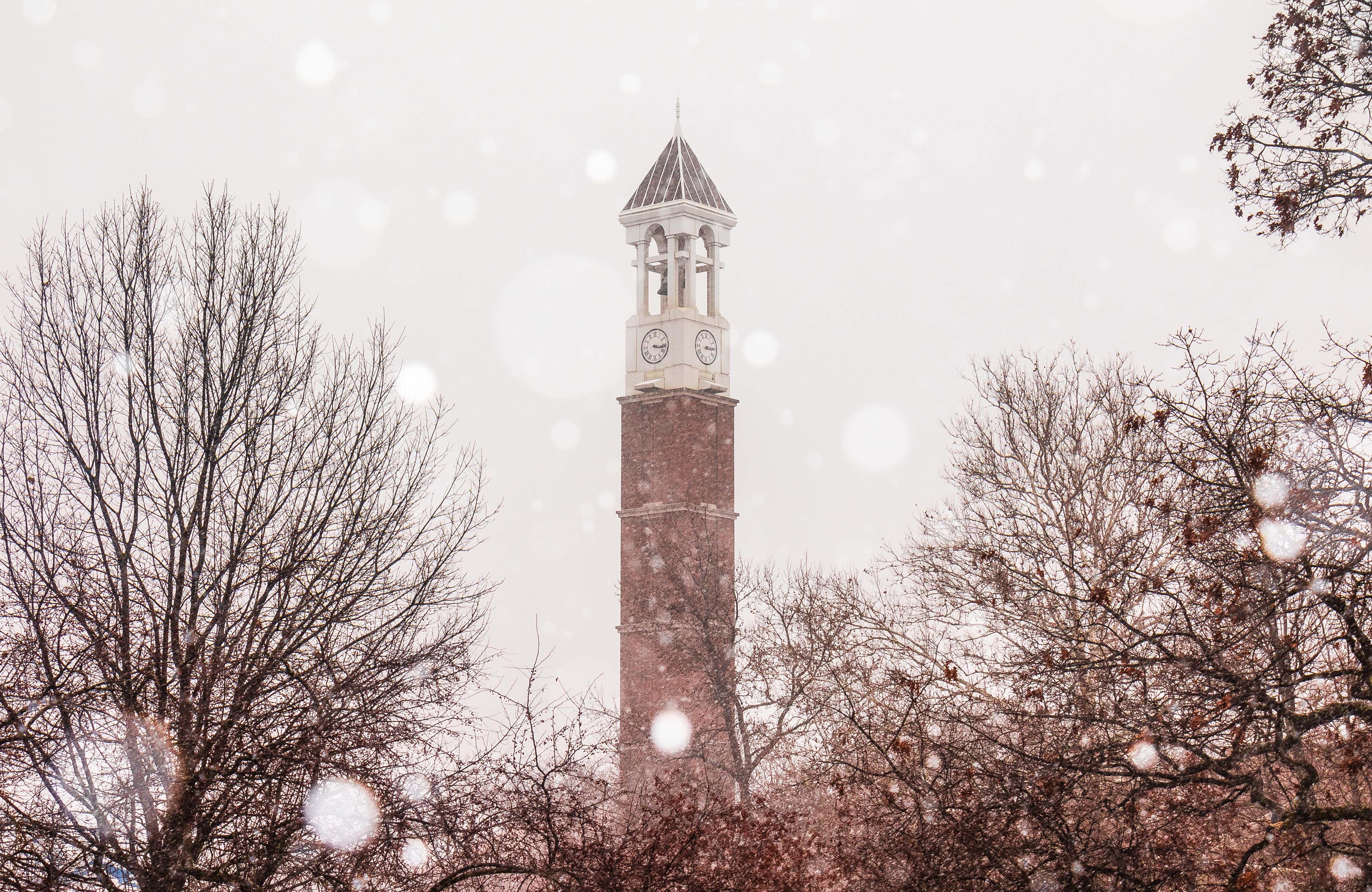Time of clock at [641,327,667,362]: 3:16
